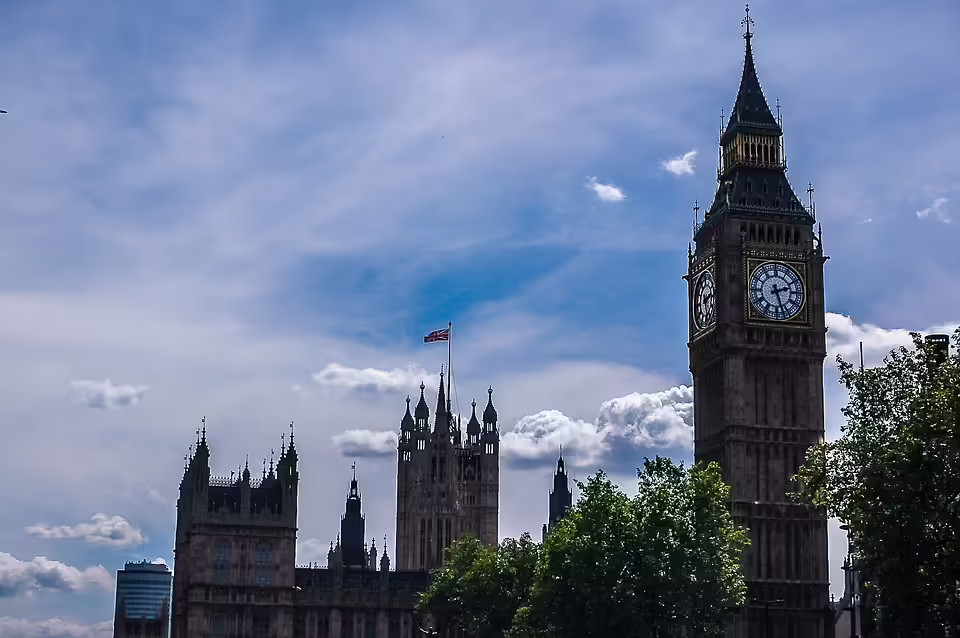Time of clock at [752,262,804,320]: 2:26
